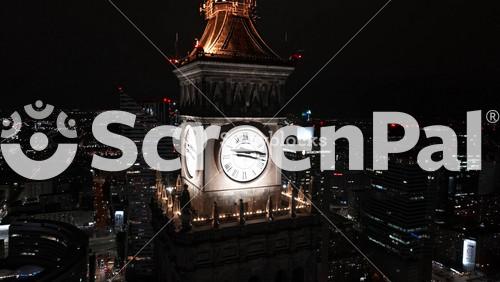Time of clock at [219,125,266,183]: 3:17
